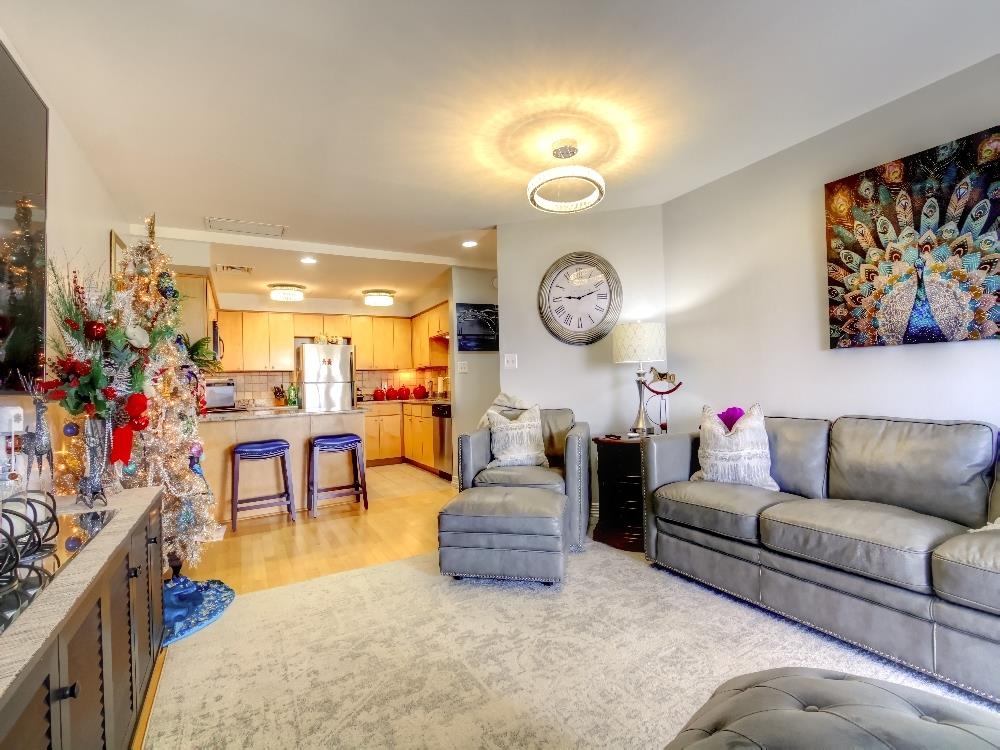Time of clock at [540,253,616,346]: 9:12
